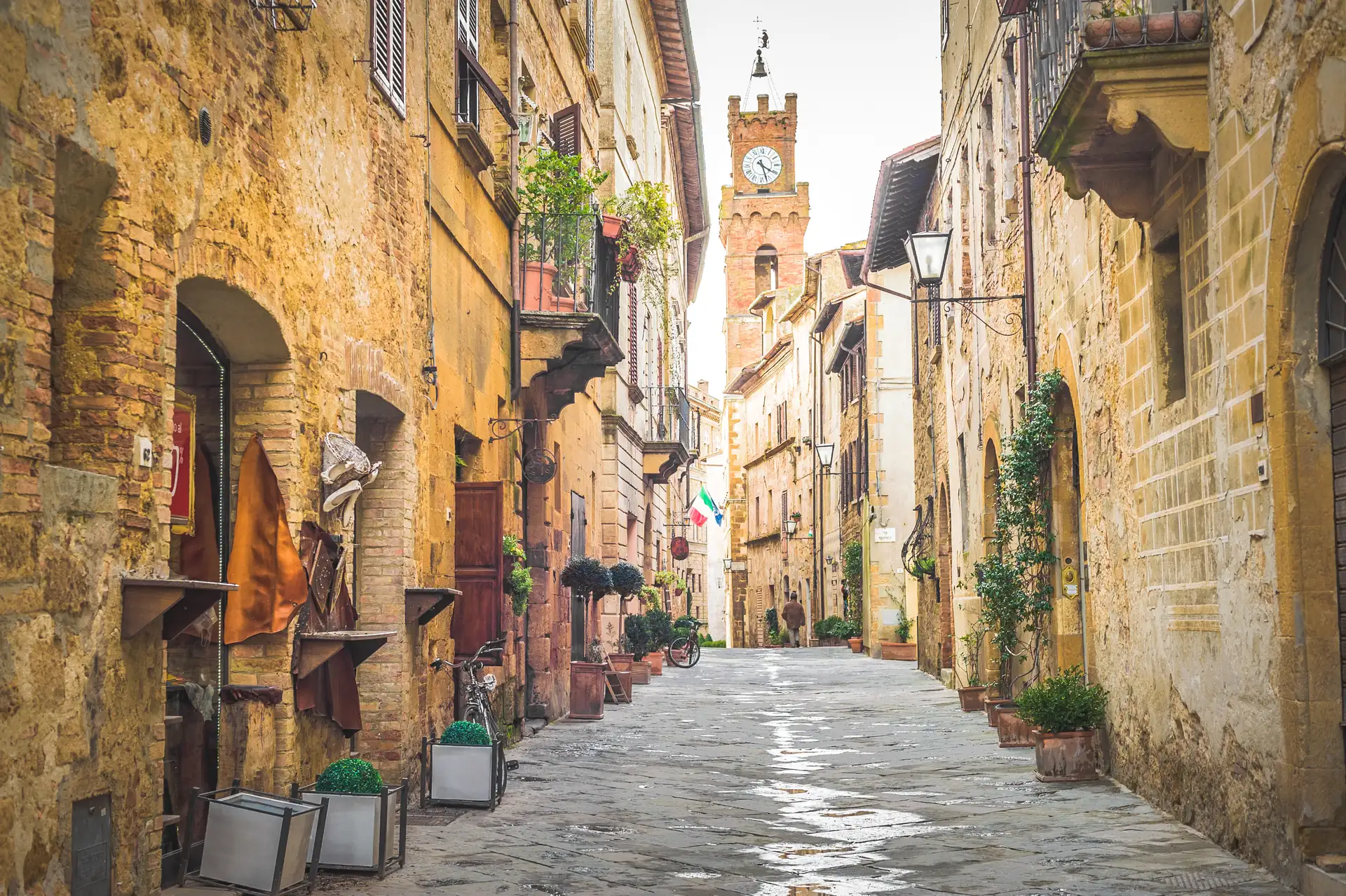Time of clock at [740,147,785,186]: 5:20
